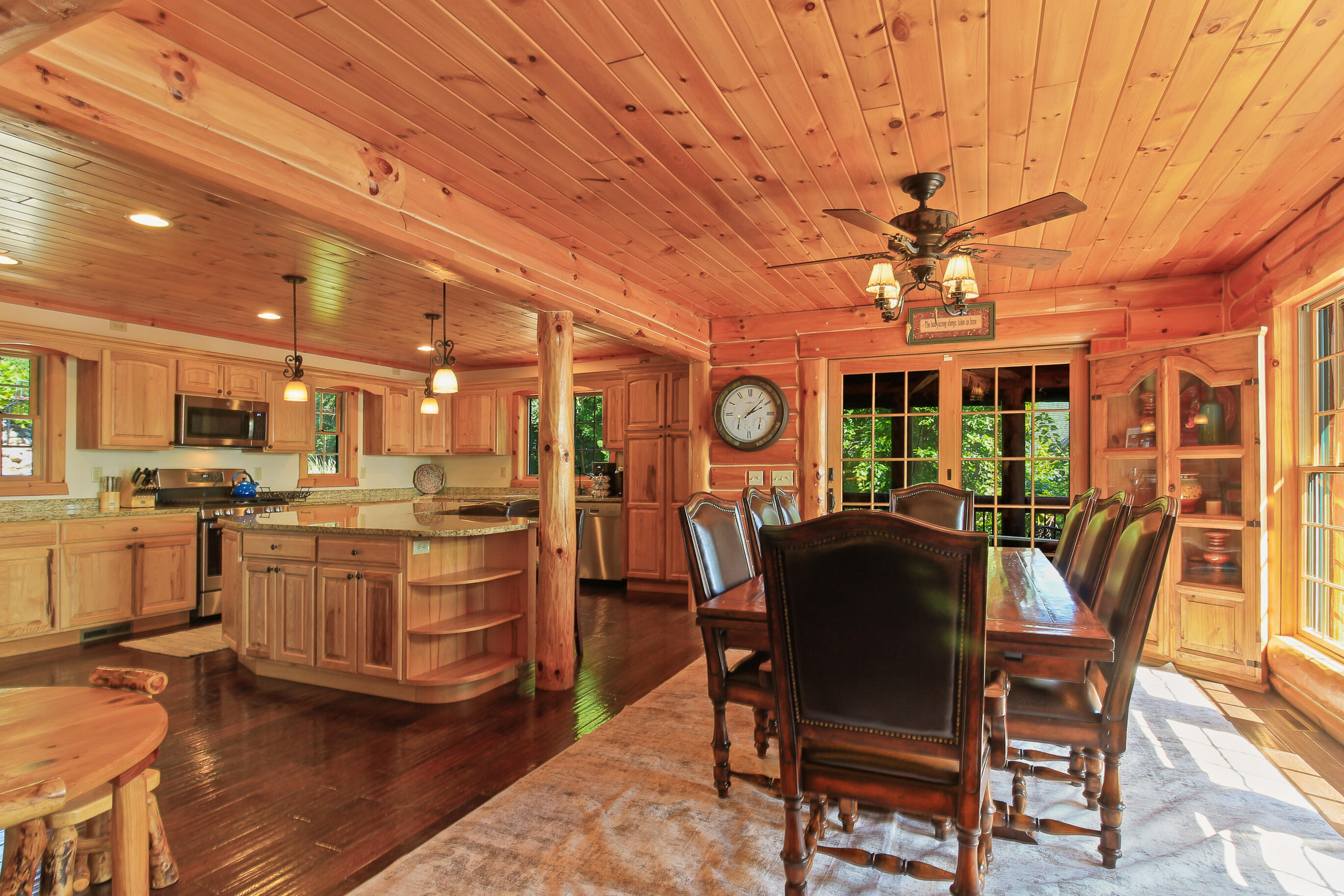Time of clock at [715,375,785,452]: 2:07
